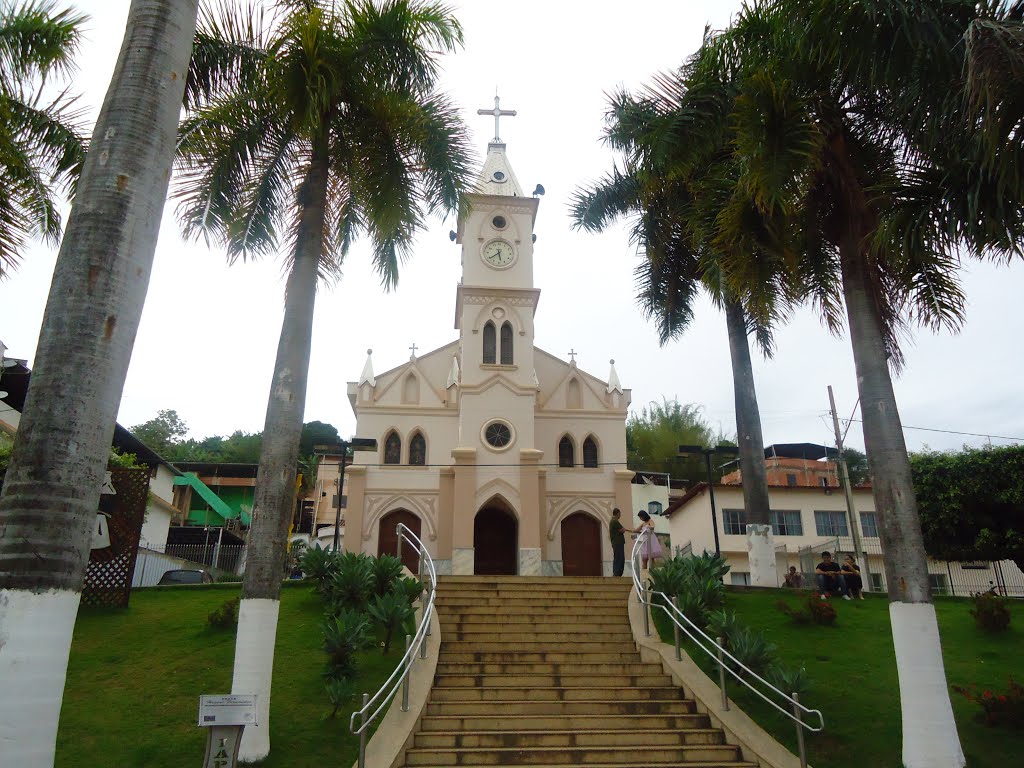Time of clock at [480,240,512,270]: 5:38
